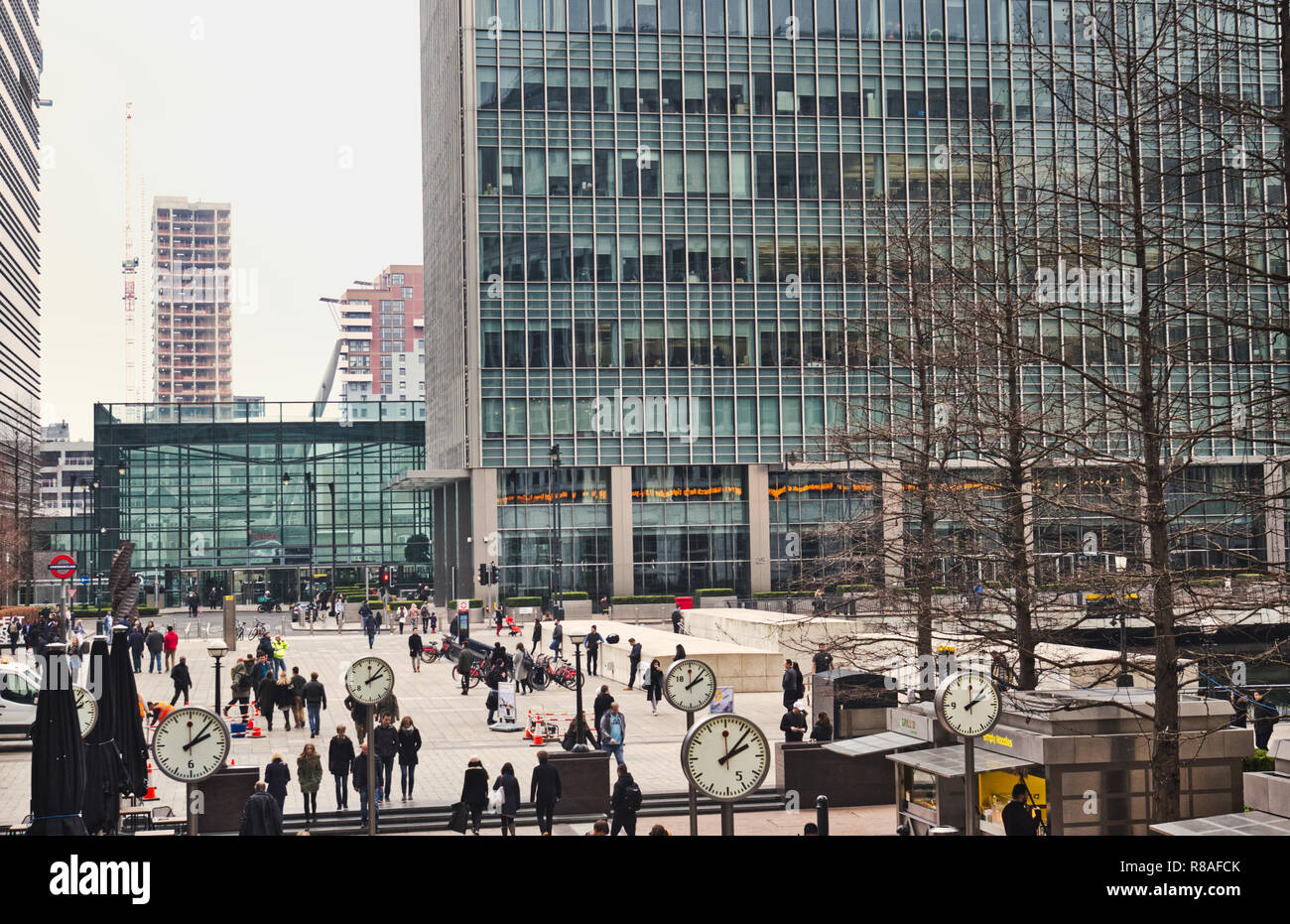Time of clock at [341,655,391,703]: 2:07
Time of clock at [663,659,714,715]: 2:07
